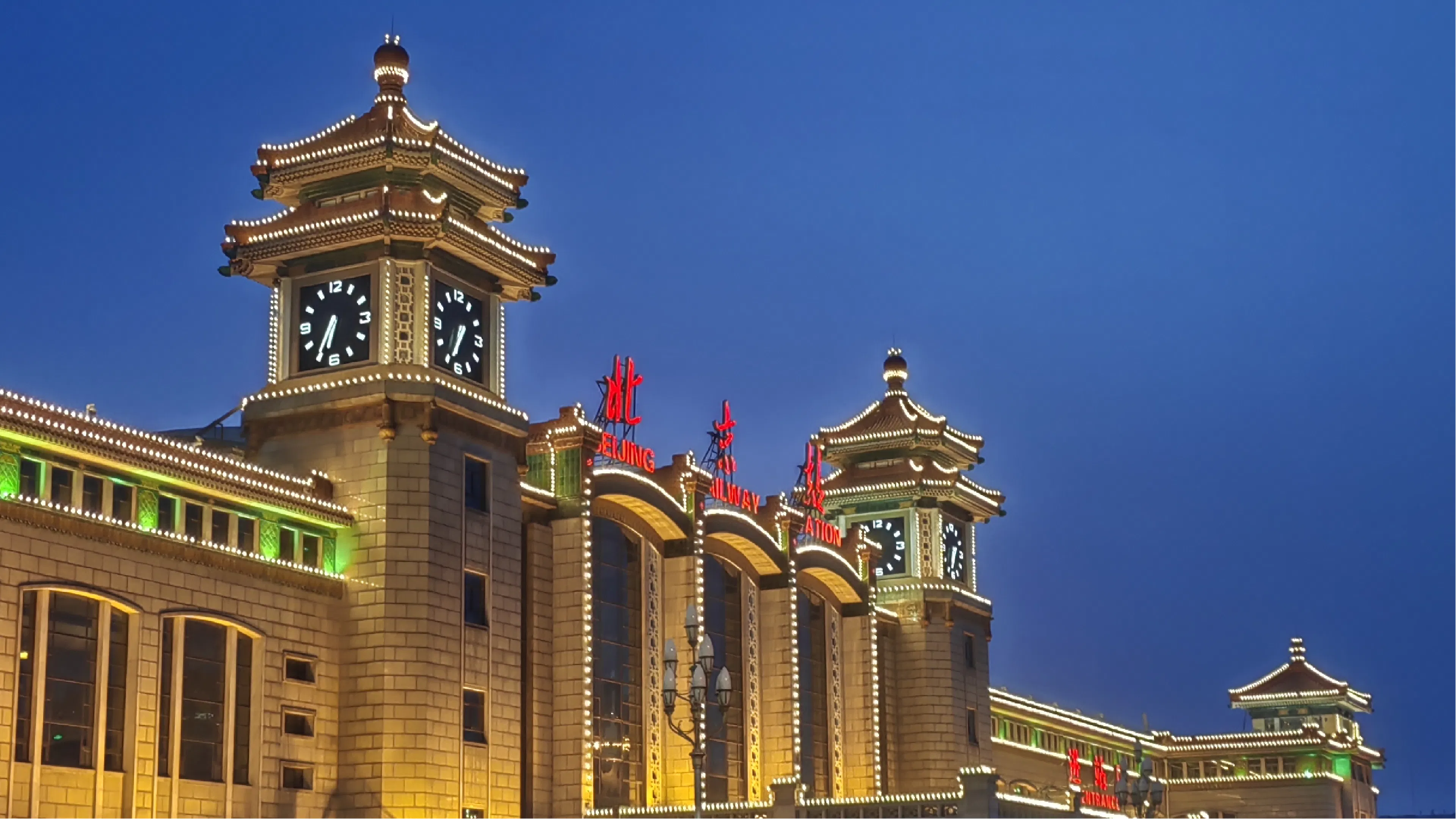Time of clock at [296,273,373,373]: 6:35
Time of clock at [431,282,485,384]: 6:34
